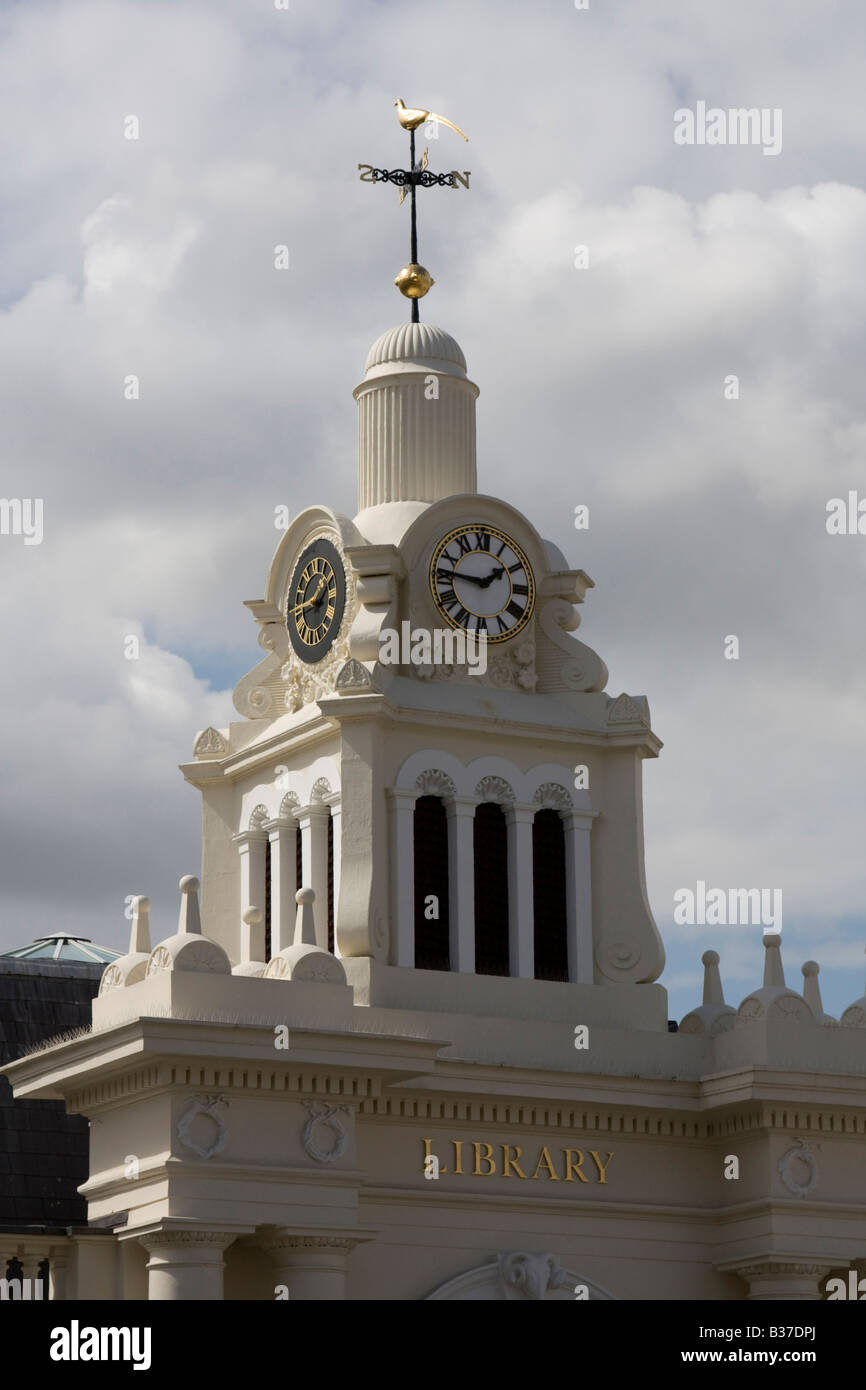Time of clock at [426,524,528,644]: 1:46
